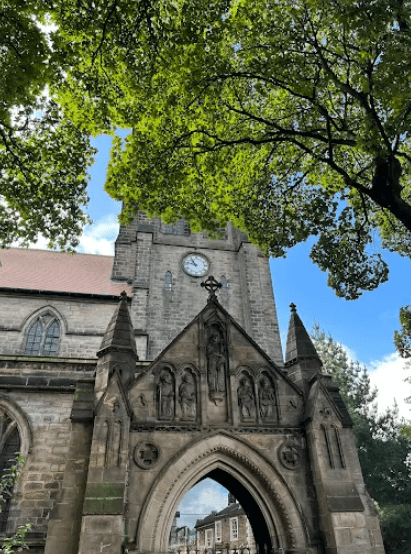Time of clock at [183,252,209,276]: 10:47
